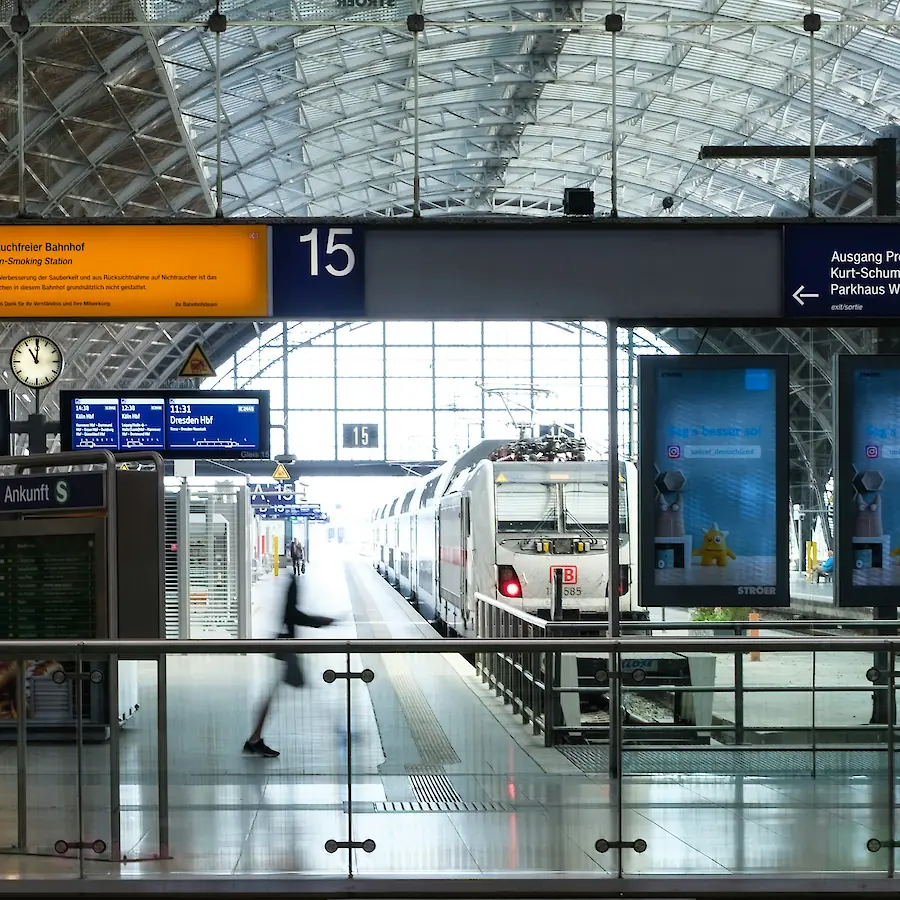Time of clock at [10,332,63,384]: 11:00
